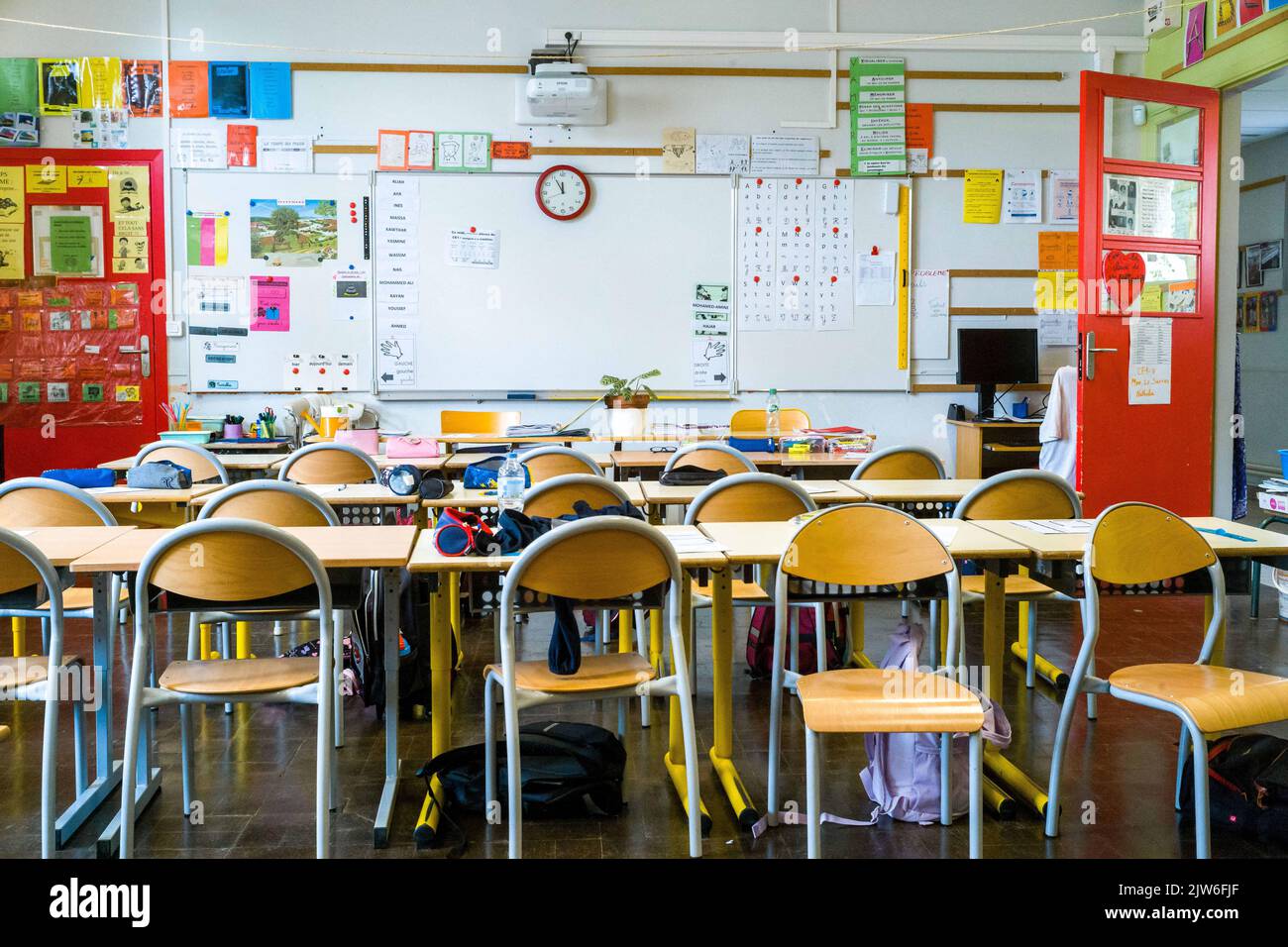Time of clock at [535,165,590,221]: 11:55
